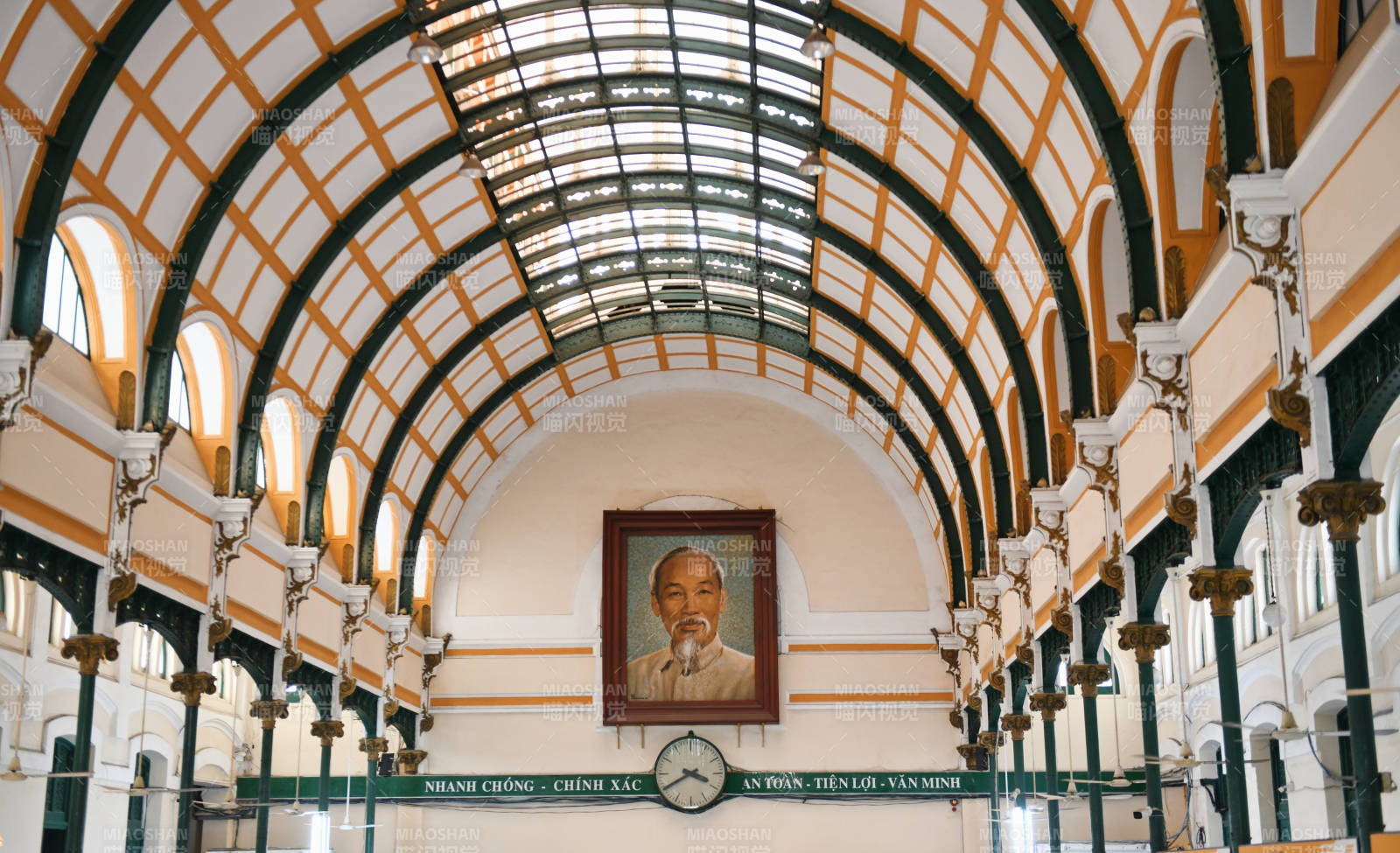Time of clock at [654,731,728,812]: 3:40
